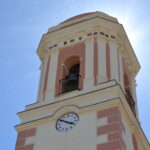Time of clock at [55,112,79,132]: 3:50
